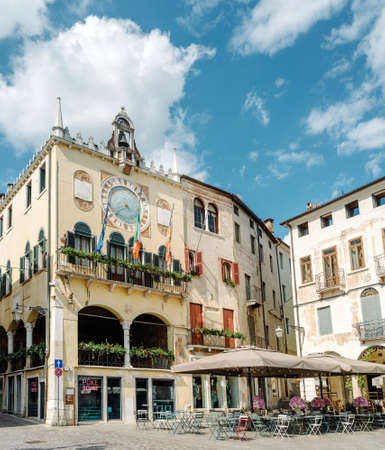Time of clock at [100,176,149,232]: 4:40
